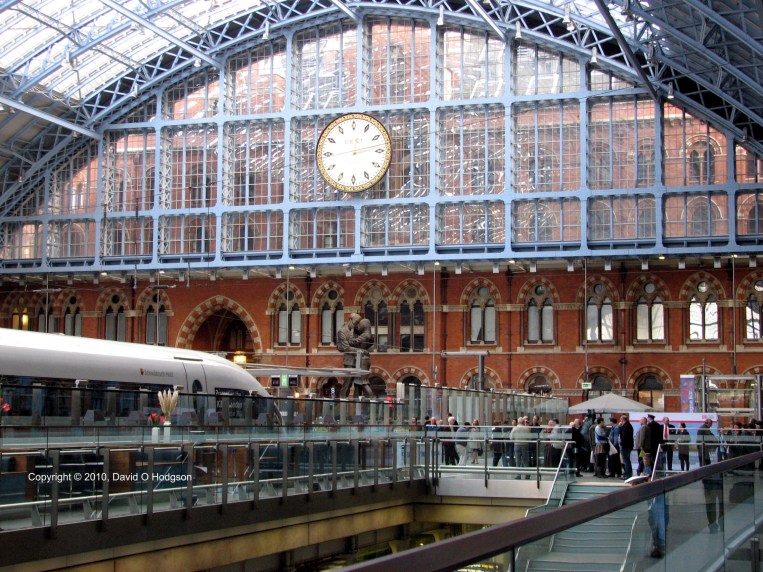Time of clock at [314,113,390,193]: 12:13
